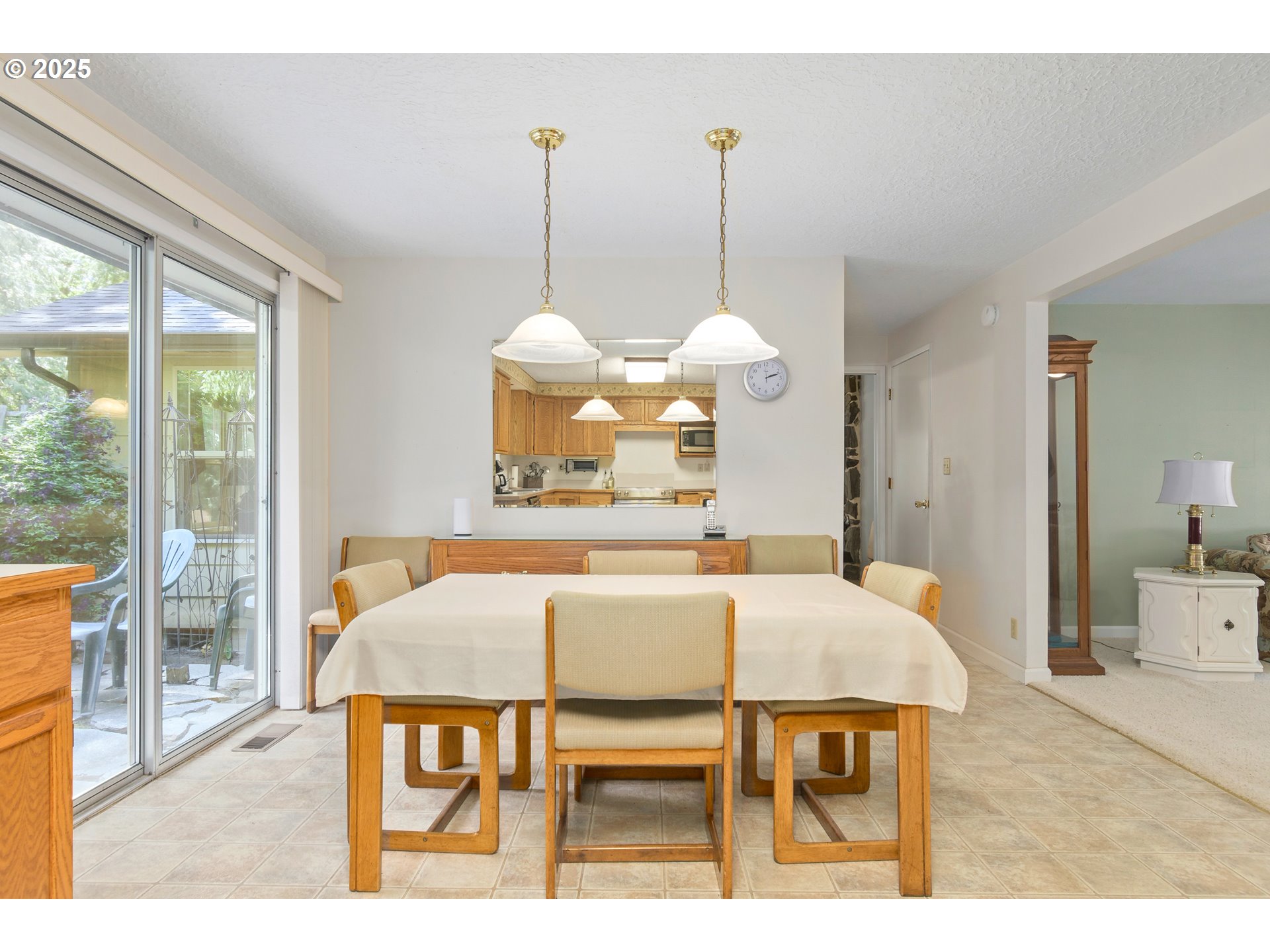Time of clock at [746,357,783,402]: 2:12
